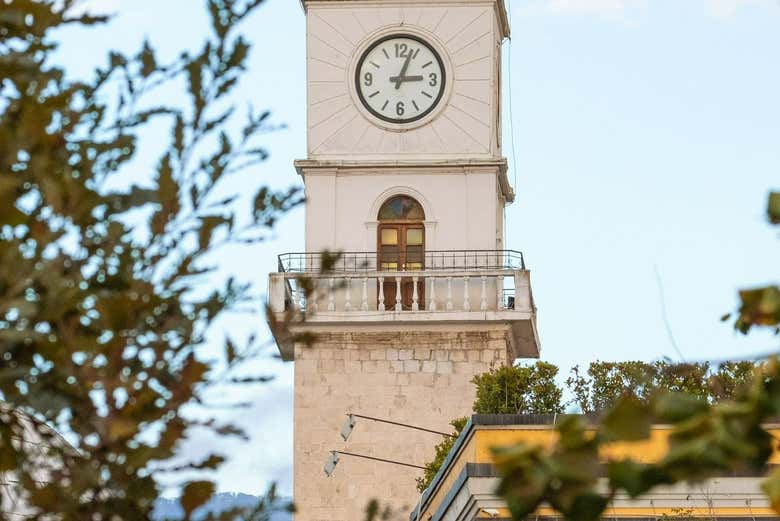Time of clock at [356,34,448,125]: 3:03
